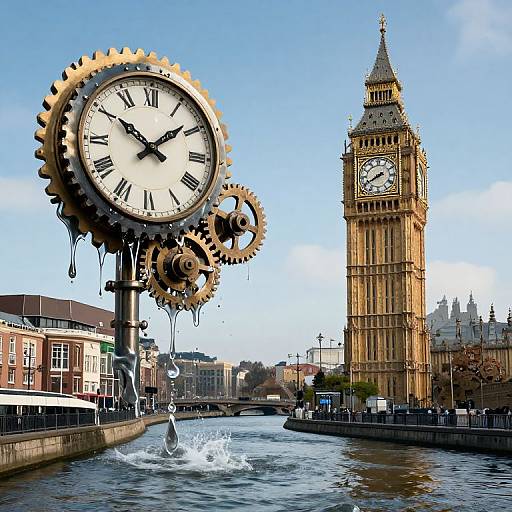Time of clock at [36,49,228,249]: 1:50
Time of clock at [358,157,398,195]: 7:40
